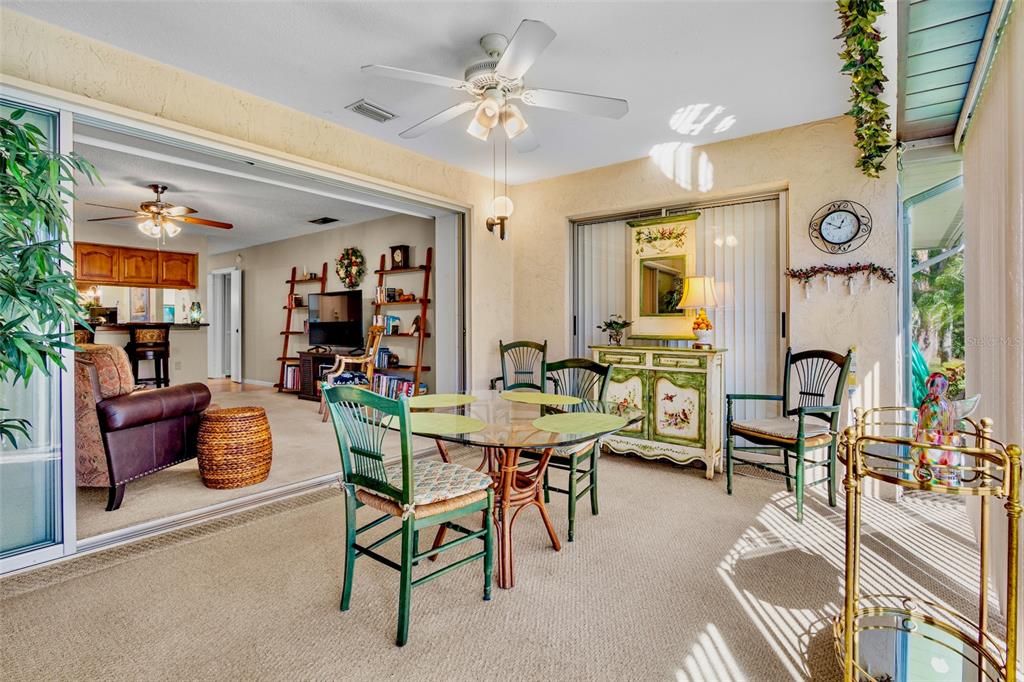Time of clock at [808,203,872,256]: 12:49
